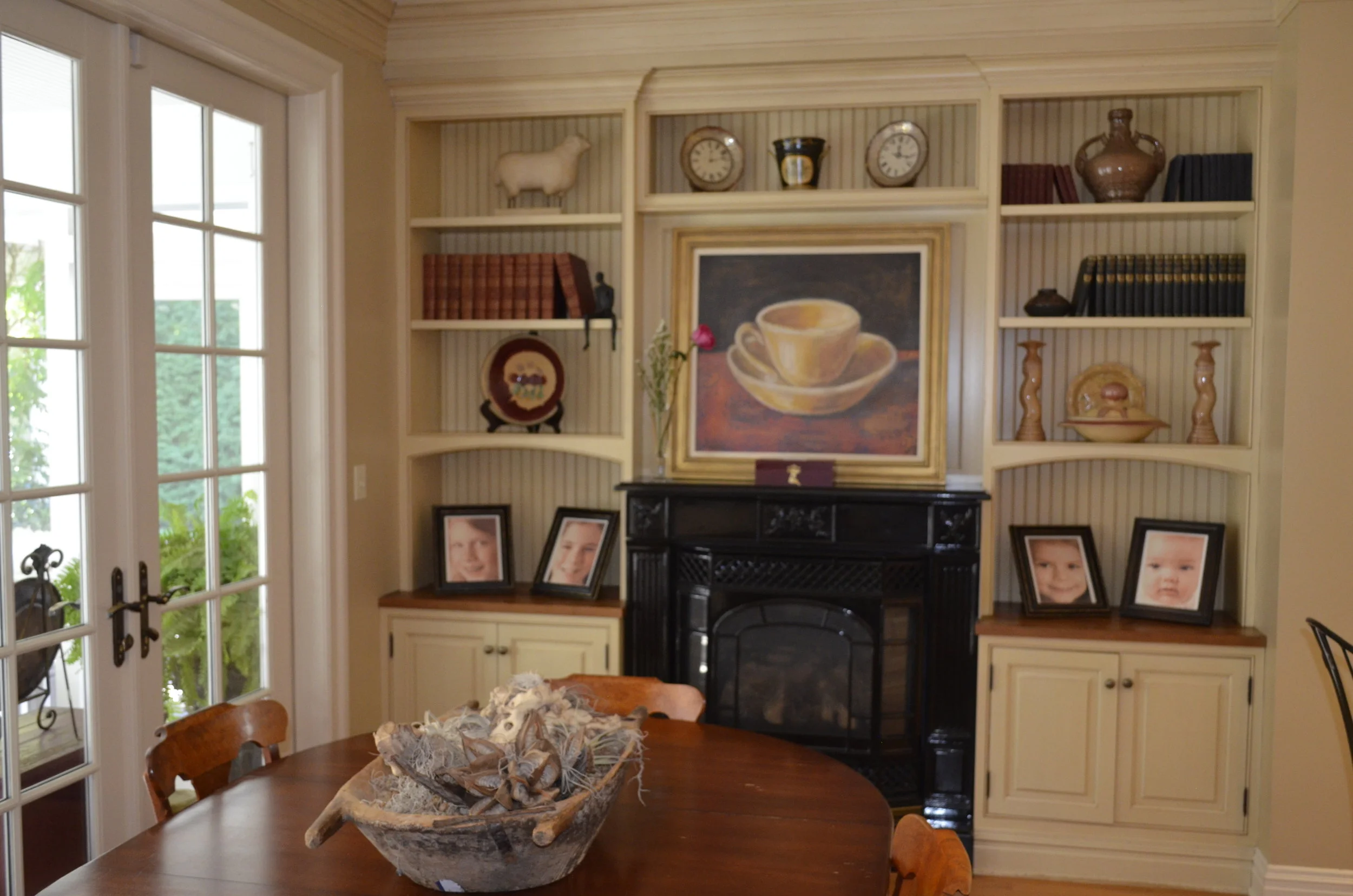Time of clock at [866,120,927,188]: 12:16
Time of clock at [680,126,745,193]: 12:12
